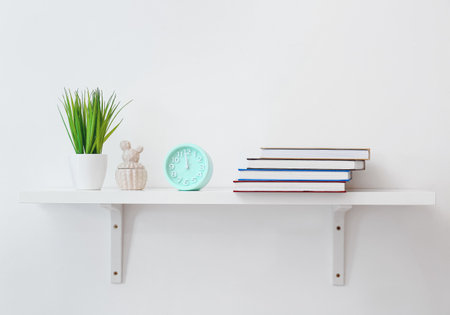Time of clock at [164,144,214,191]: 11:58
